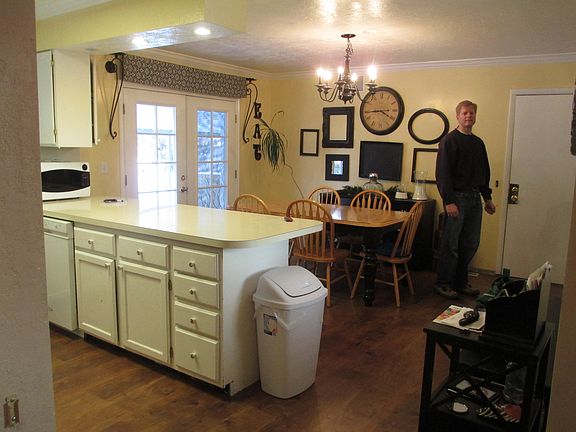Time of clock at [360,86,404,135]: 3:44
